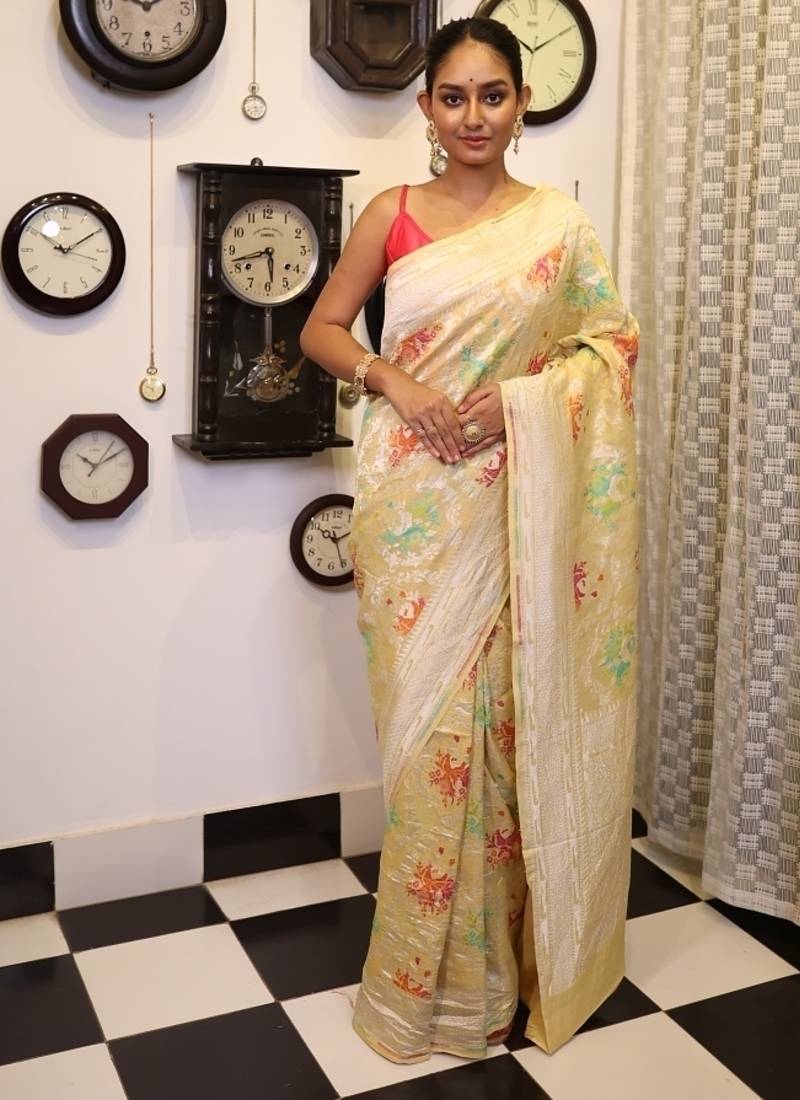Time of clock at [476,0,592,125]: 10:09
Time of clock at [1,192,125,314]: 10:09
